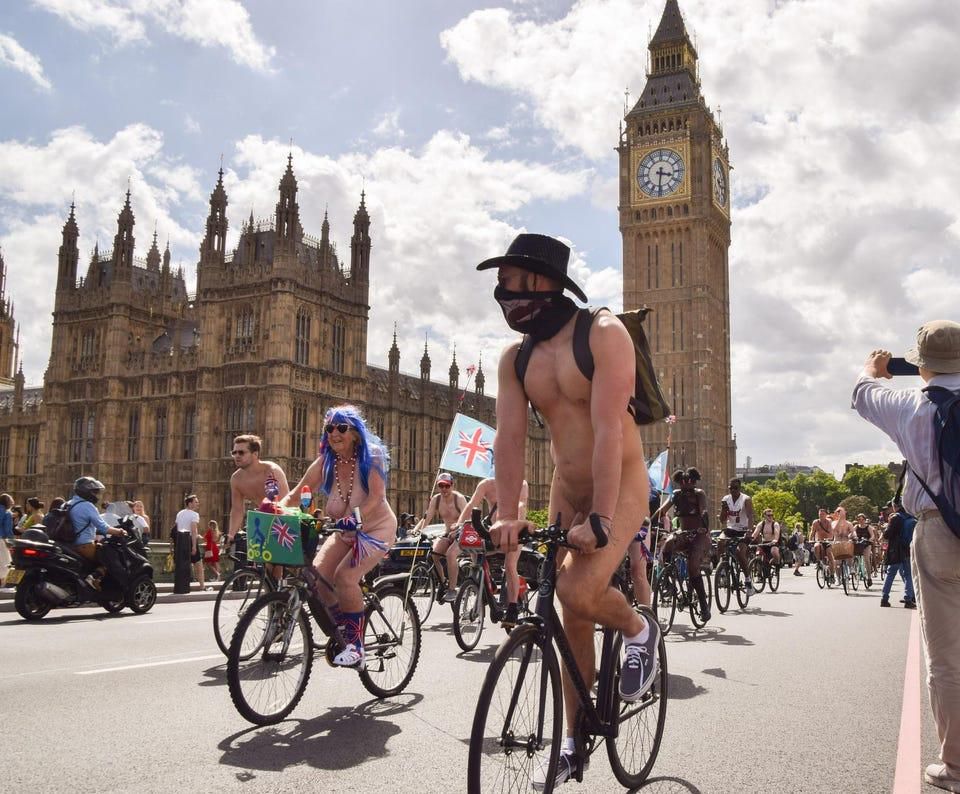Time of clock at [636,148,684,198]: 3:31
